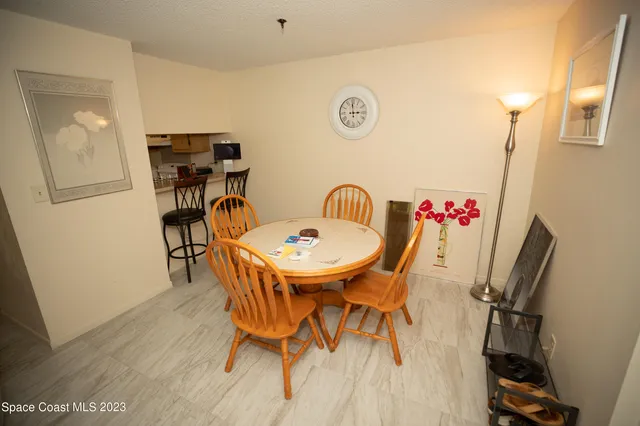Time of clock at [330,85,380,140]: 2:59
